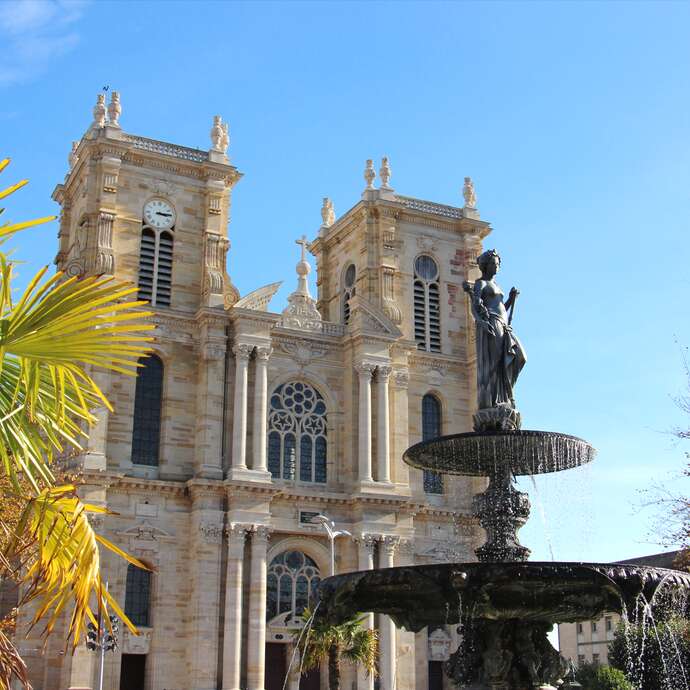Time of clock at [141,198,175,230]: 3:14
